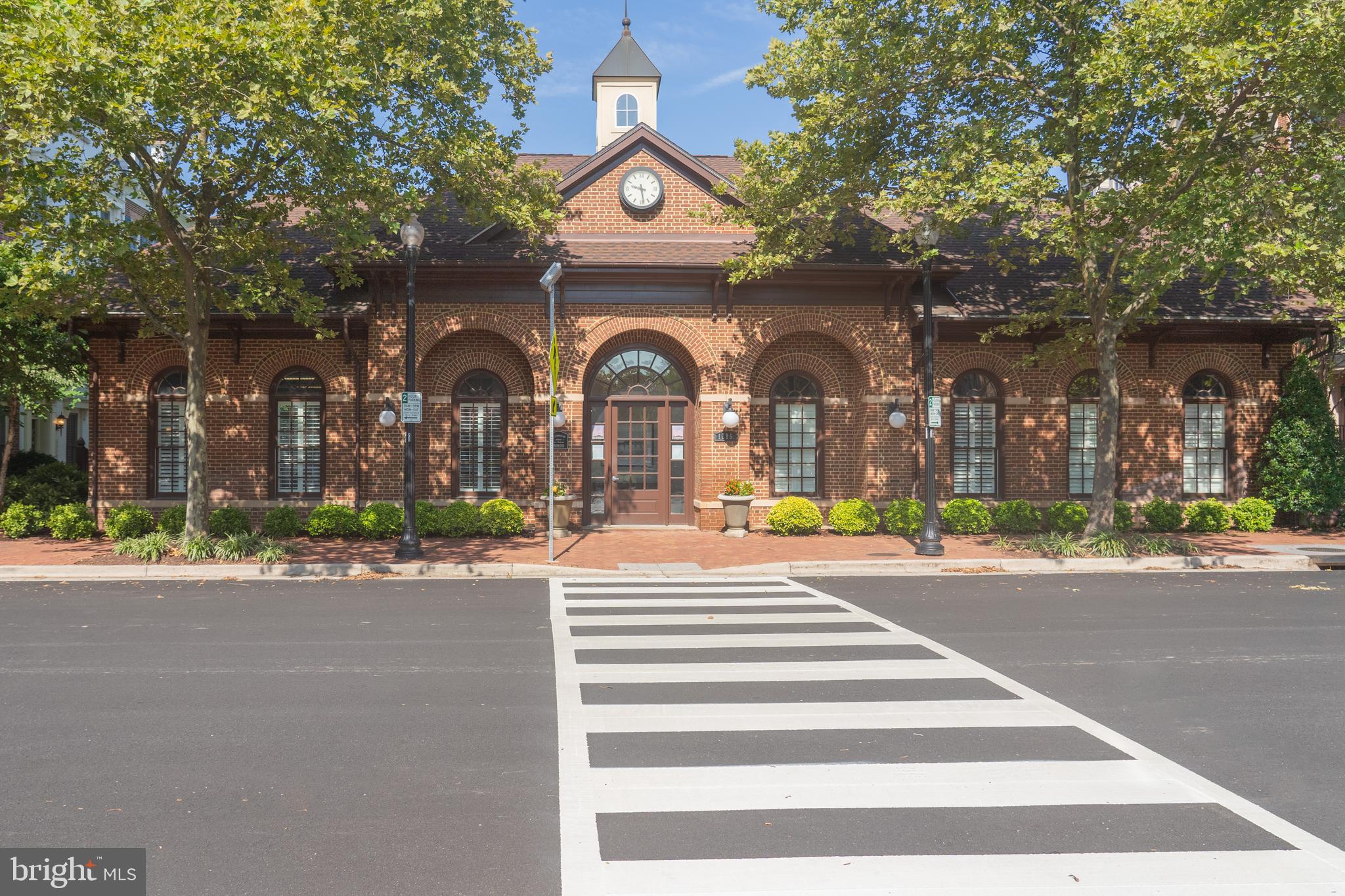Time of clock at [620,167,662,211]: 9:28
